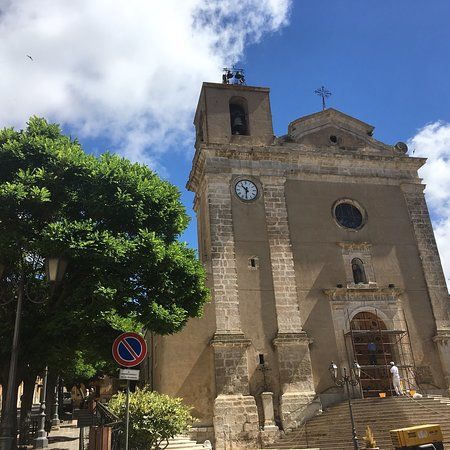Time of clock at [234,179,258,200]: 10:31
